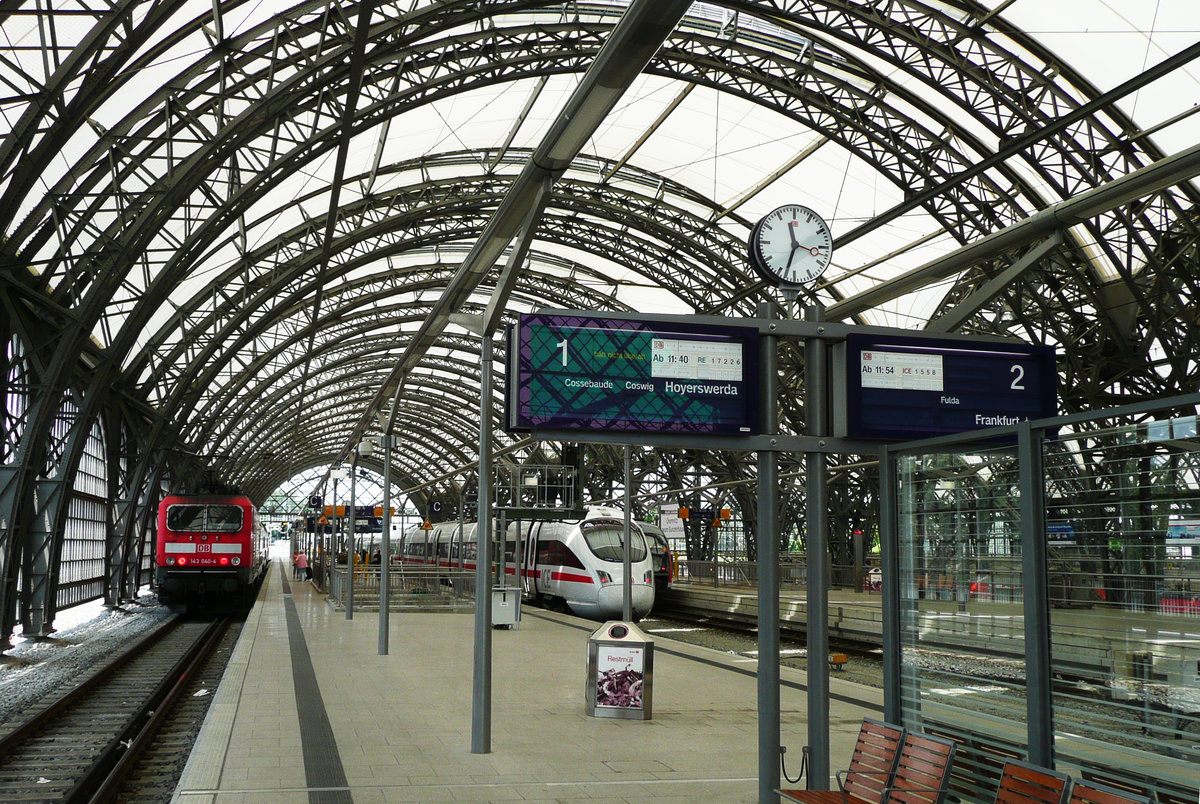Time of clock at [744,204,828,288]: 11:33
